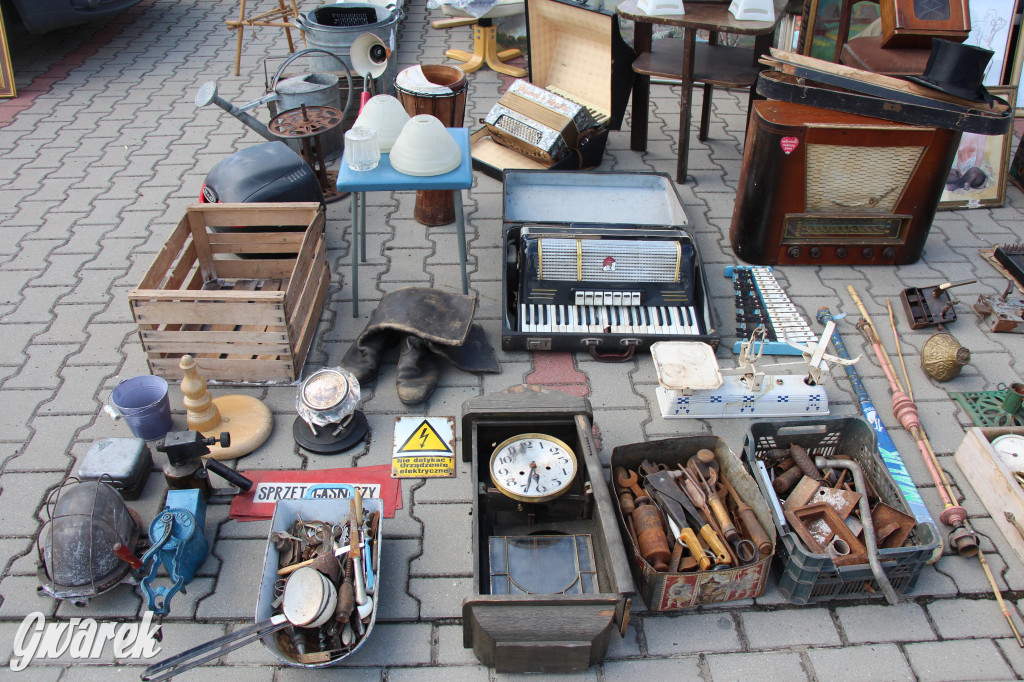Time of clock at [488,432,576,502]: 5:33
